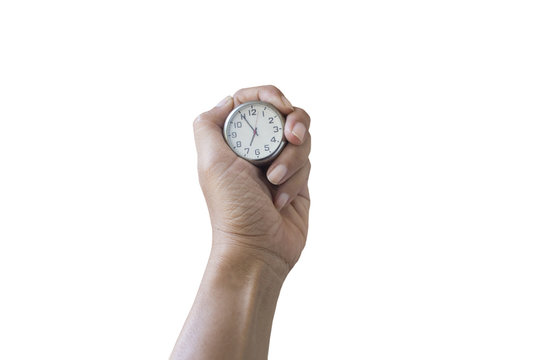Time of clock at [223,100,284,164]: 6:55
